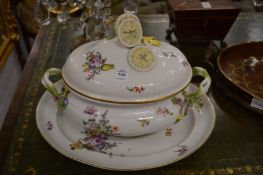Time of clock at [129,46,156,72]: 4:31
